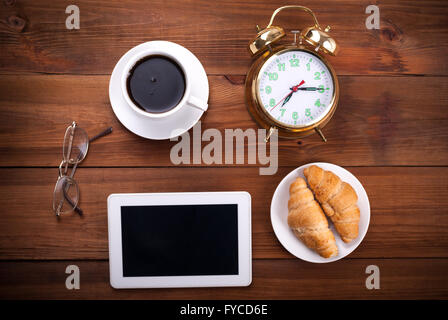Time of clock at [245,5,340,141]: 7:15
